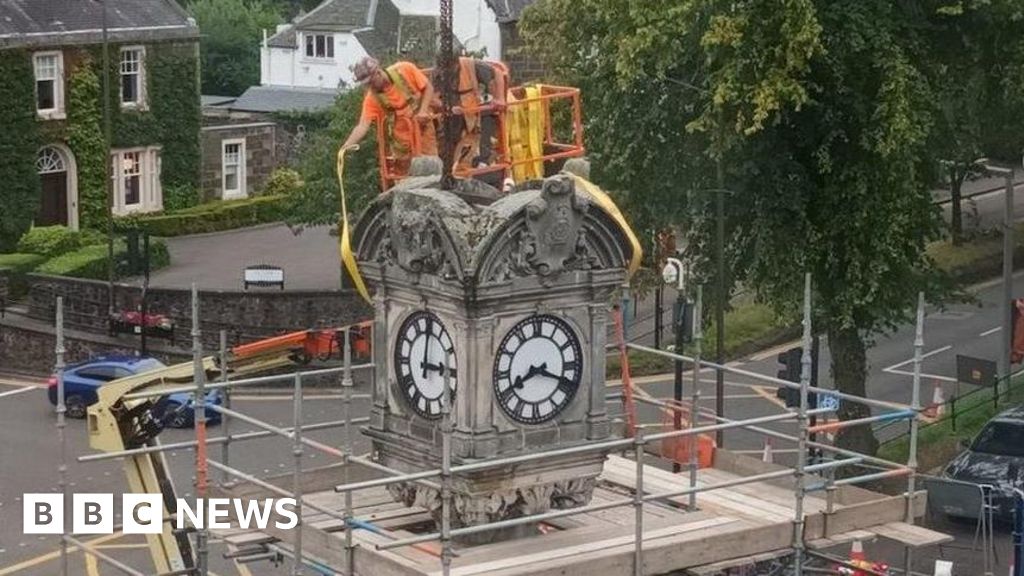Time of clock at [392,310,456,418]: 3:00
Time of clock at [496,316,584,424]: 8:18
